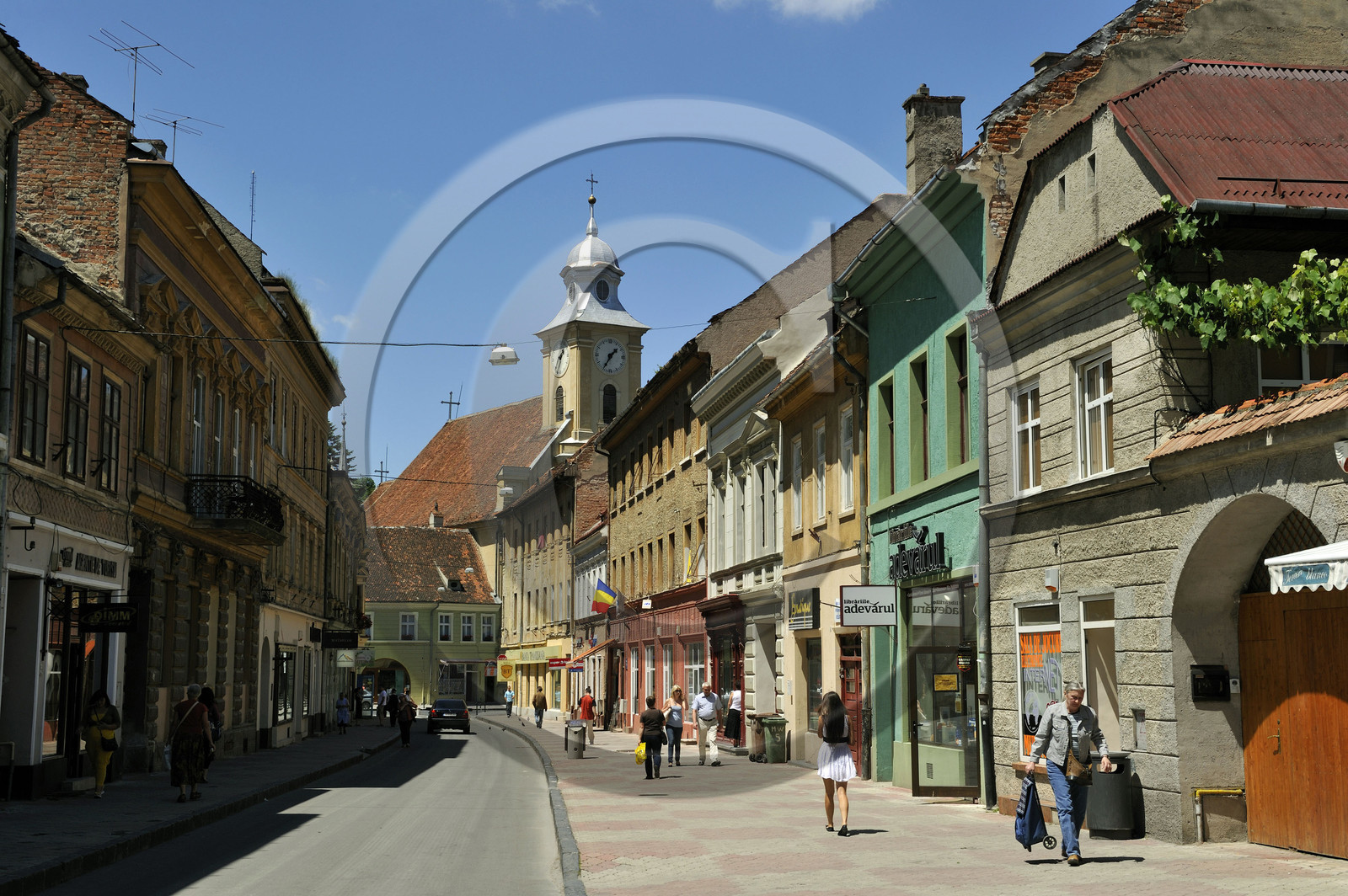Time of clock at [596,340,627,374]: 1:35
